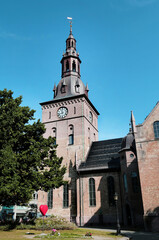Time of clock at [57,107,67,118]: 11:42
